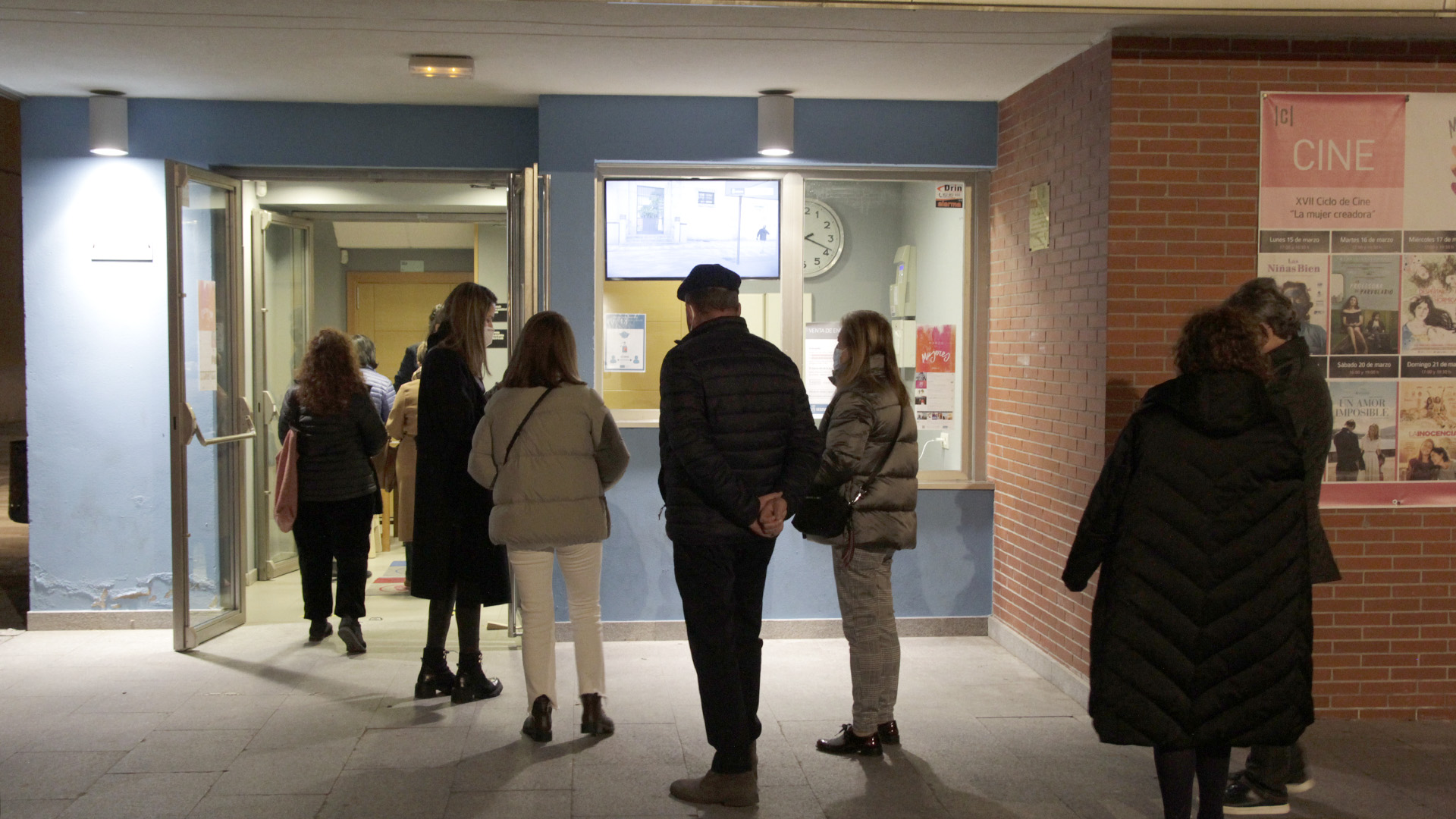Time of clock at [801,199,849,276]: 2:18
